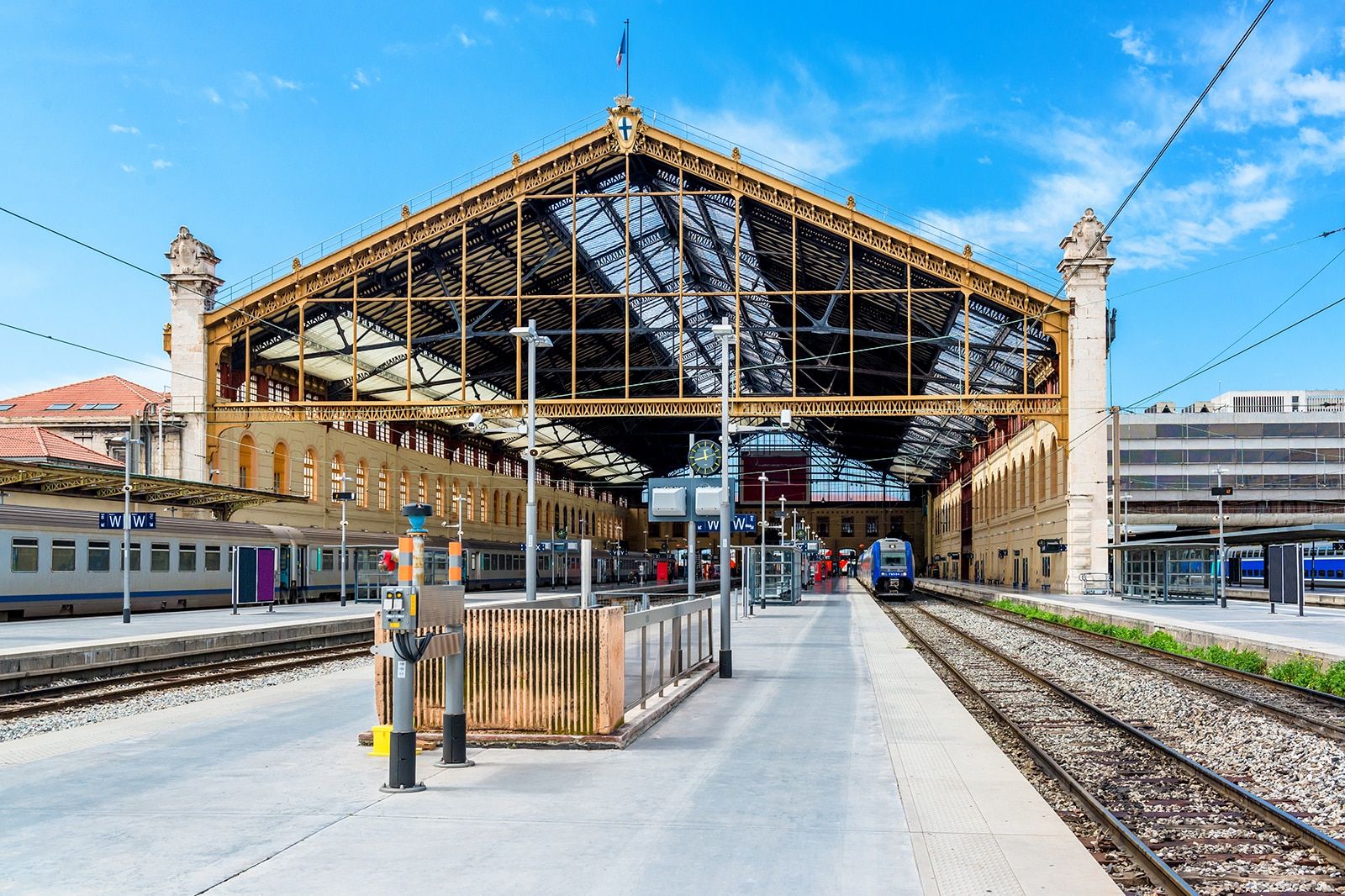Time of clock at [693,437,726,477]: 11:42
